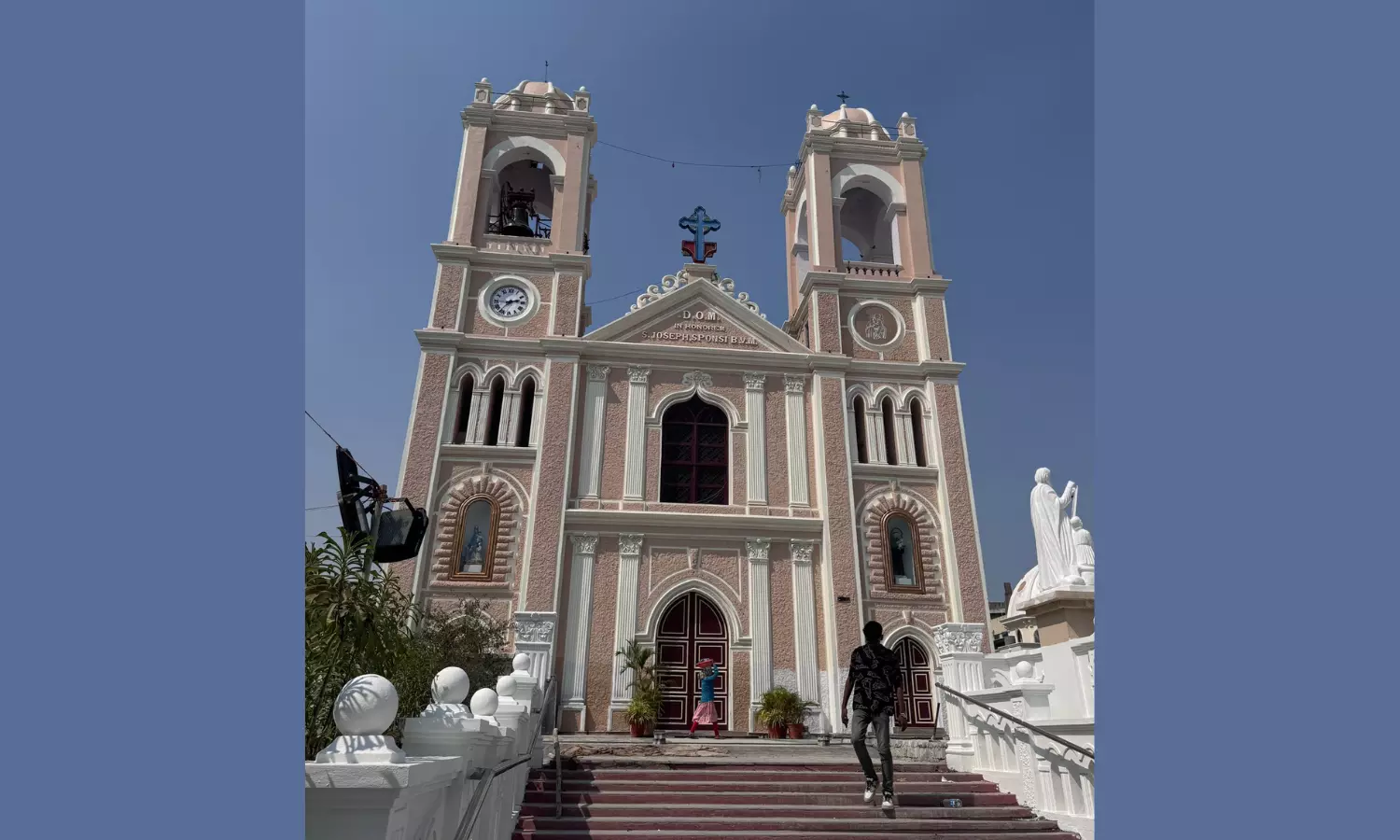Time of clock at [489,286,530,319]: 2:36
